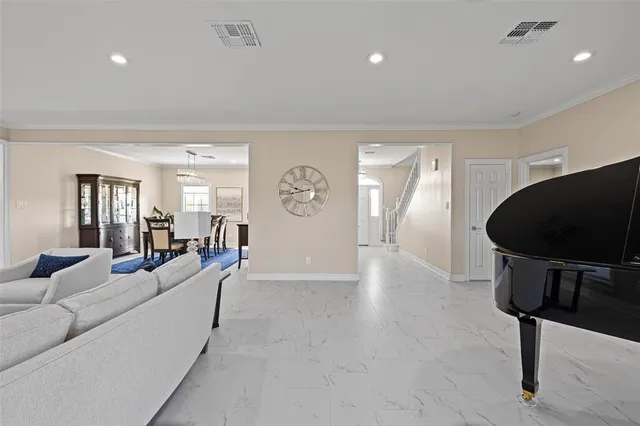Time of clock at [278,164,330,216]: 9:43
